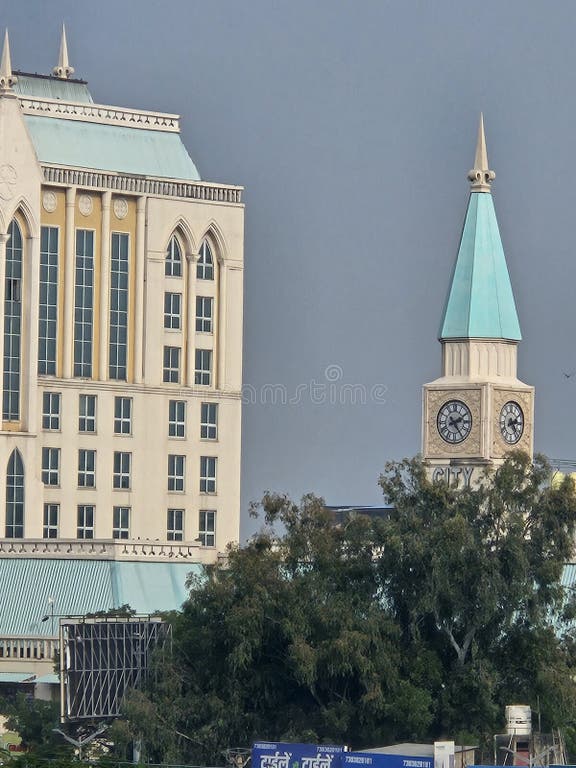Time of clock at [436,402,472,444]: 2:24
